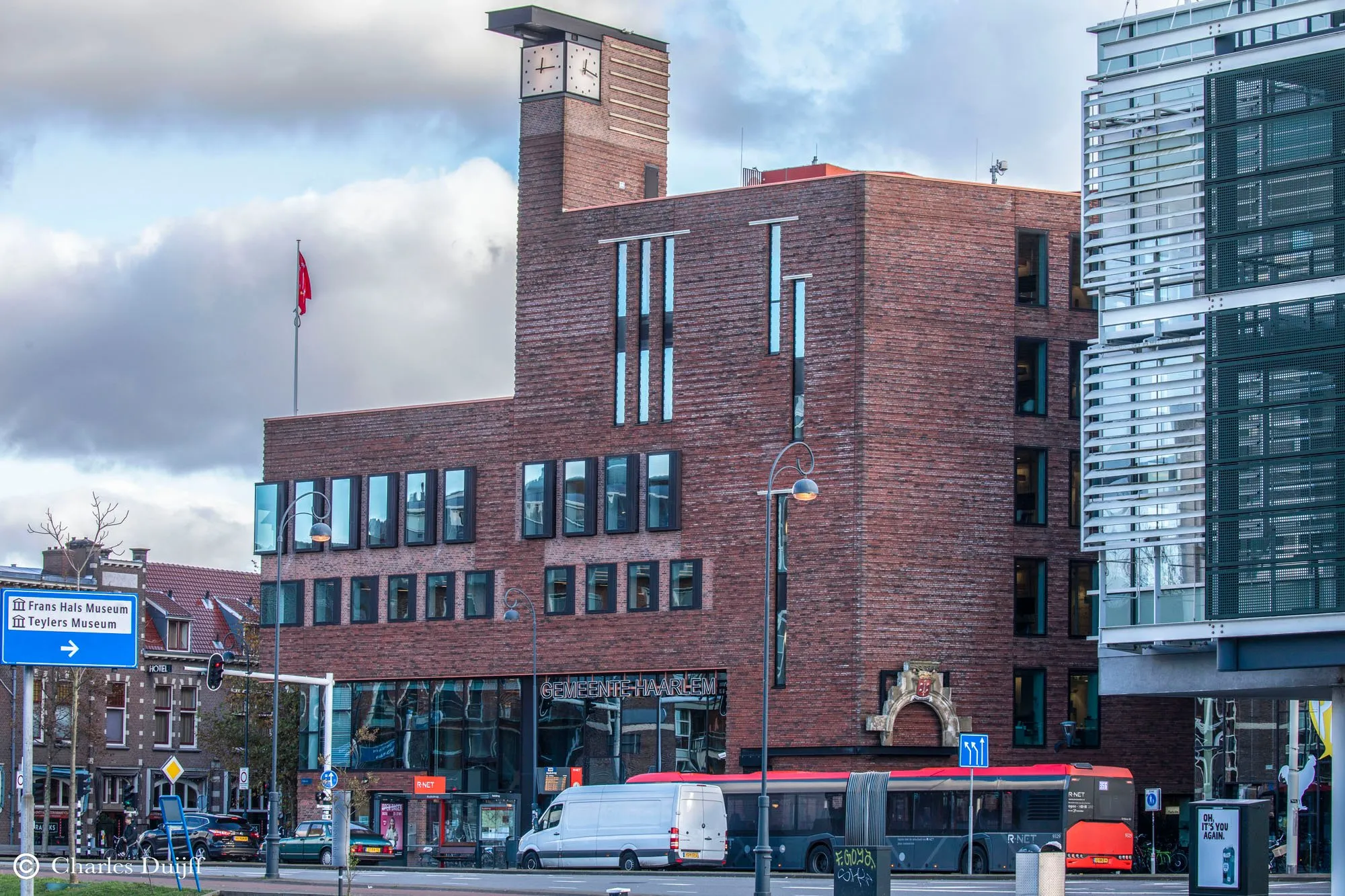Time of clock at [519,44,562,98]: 12:14
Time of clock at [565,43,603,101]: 12:16
